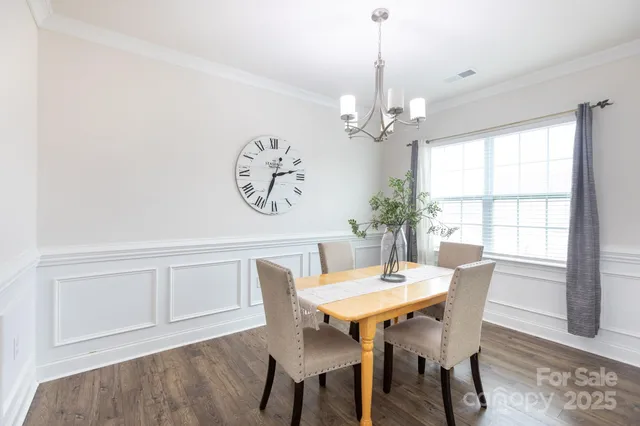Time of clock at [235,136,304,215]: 2:33
